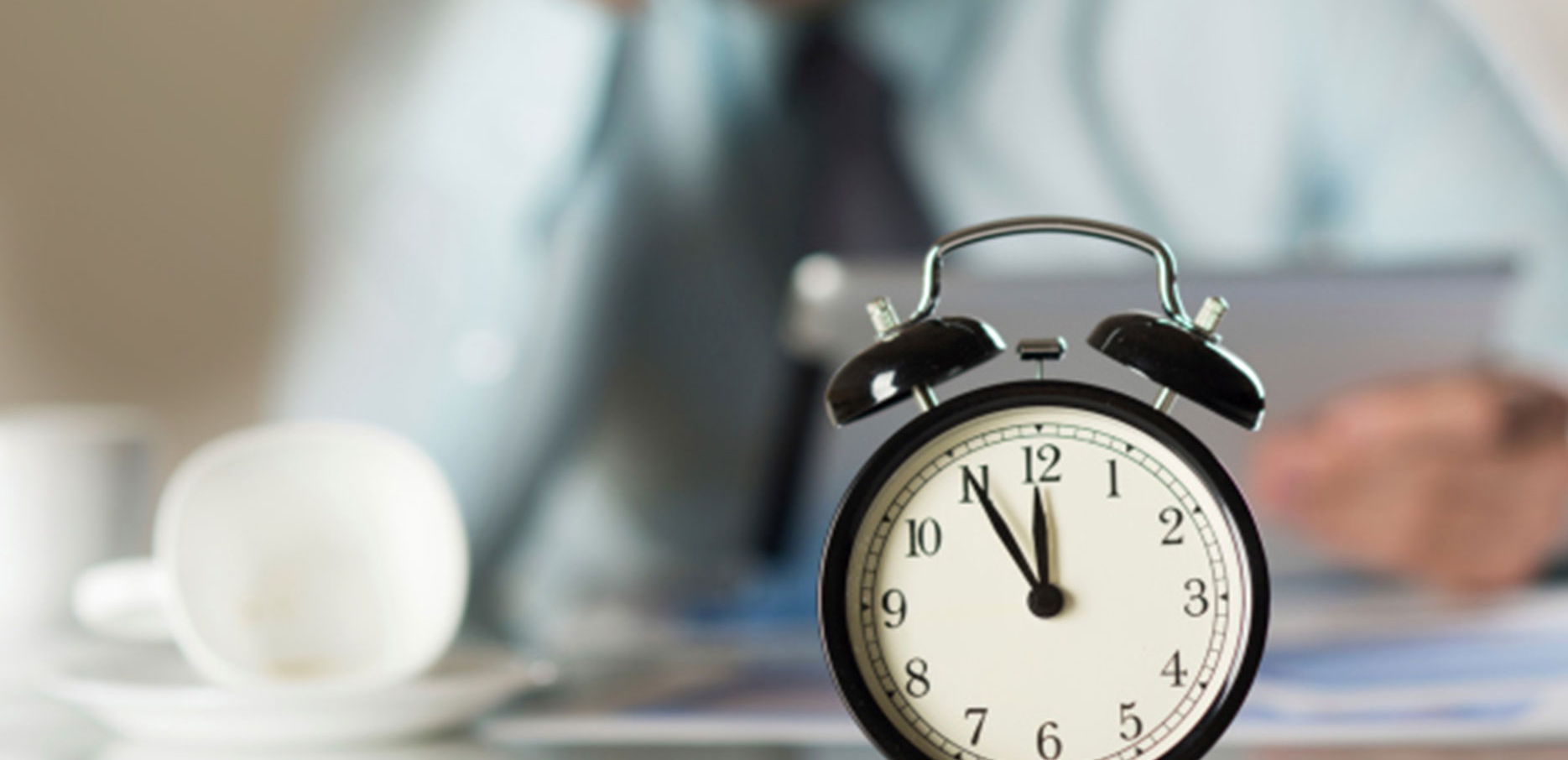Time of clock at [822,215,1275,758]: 11:55
